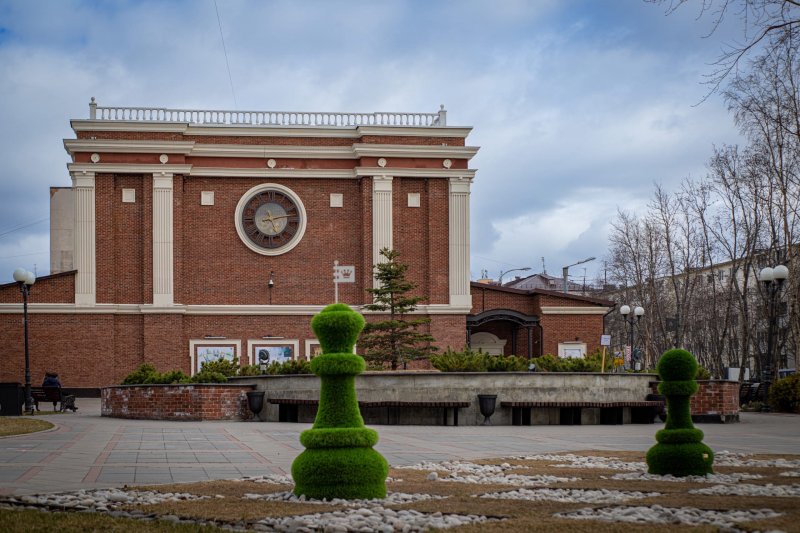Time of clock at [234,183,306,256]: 5:12
